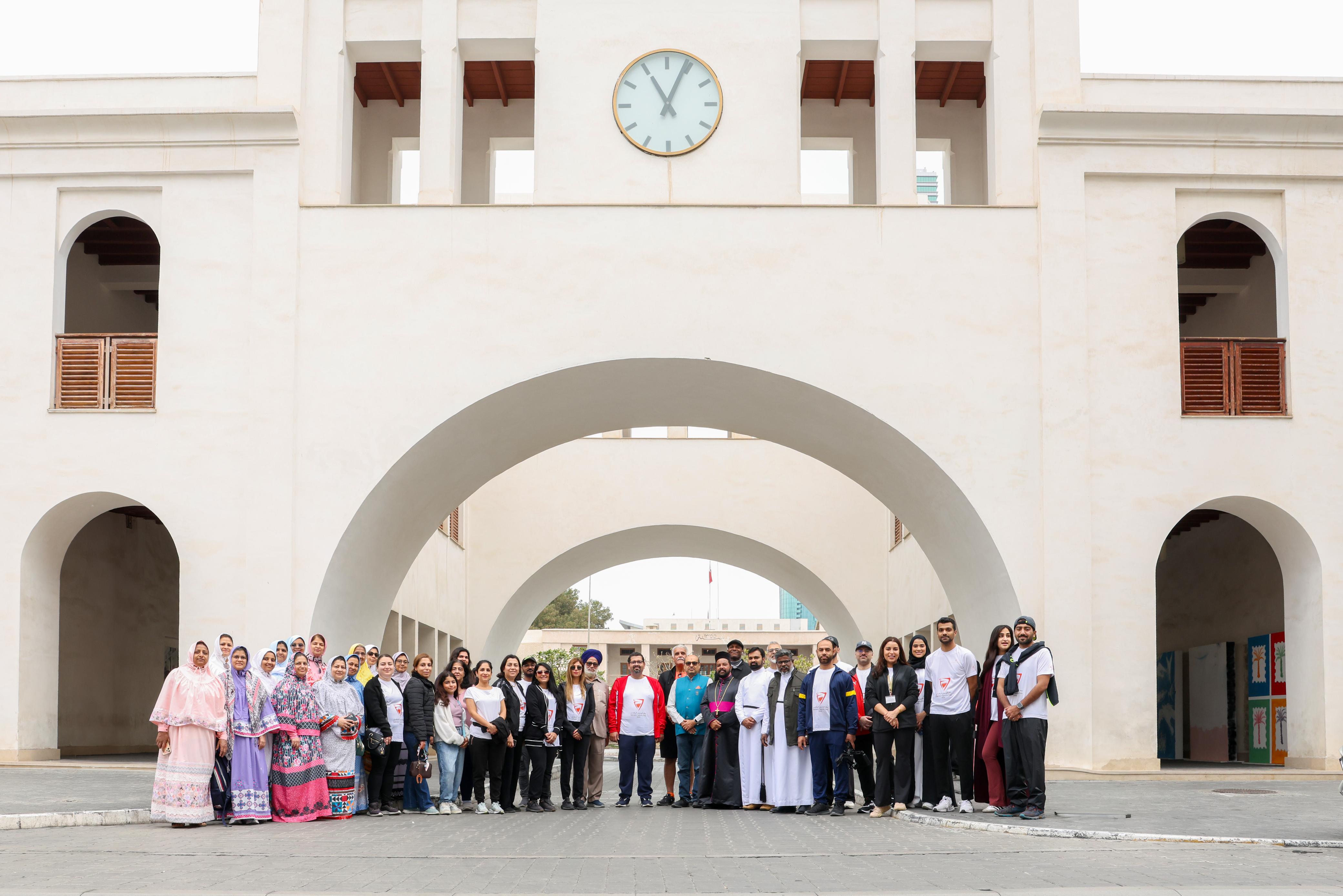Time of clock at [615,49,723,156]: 11:04
